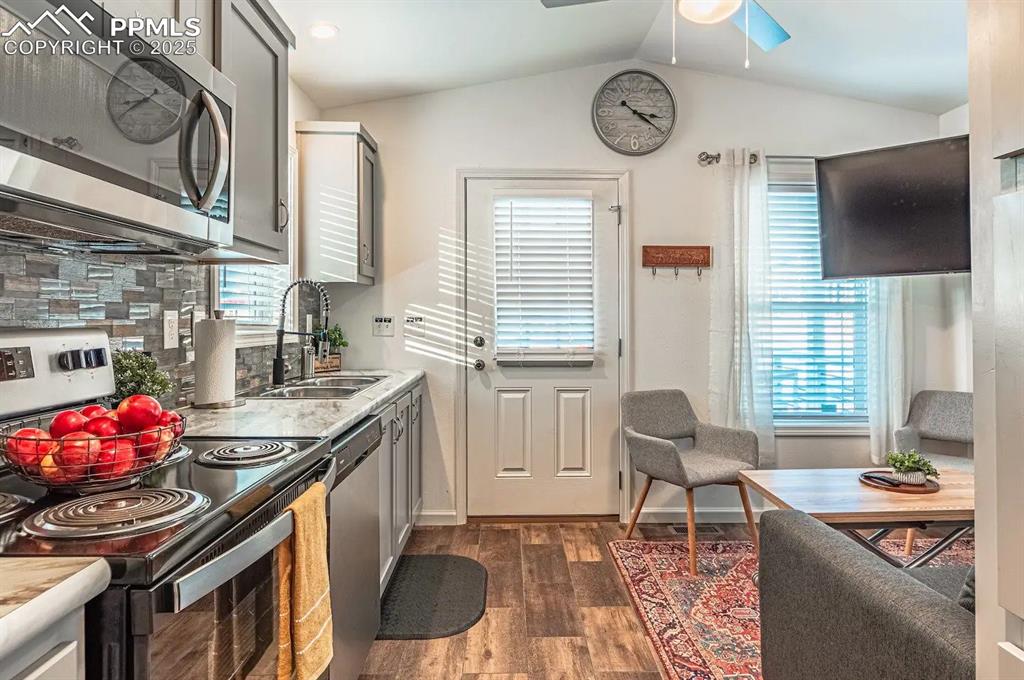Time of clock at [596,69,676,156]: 3:20
